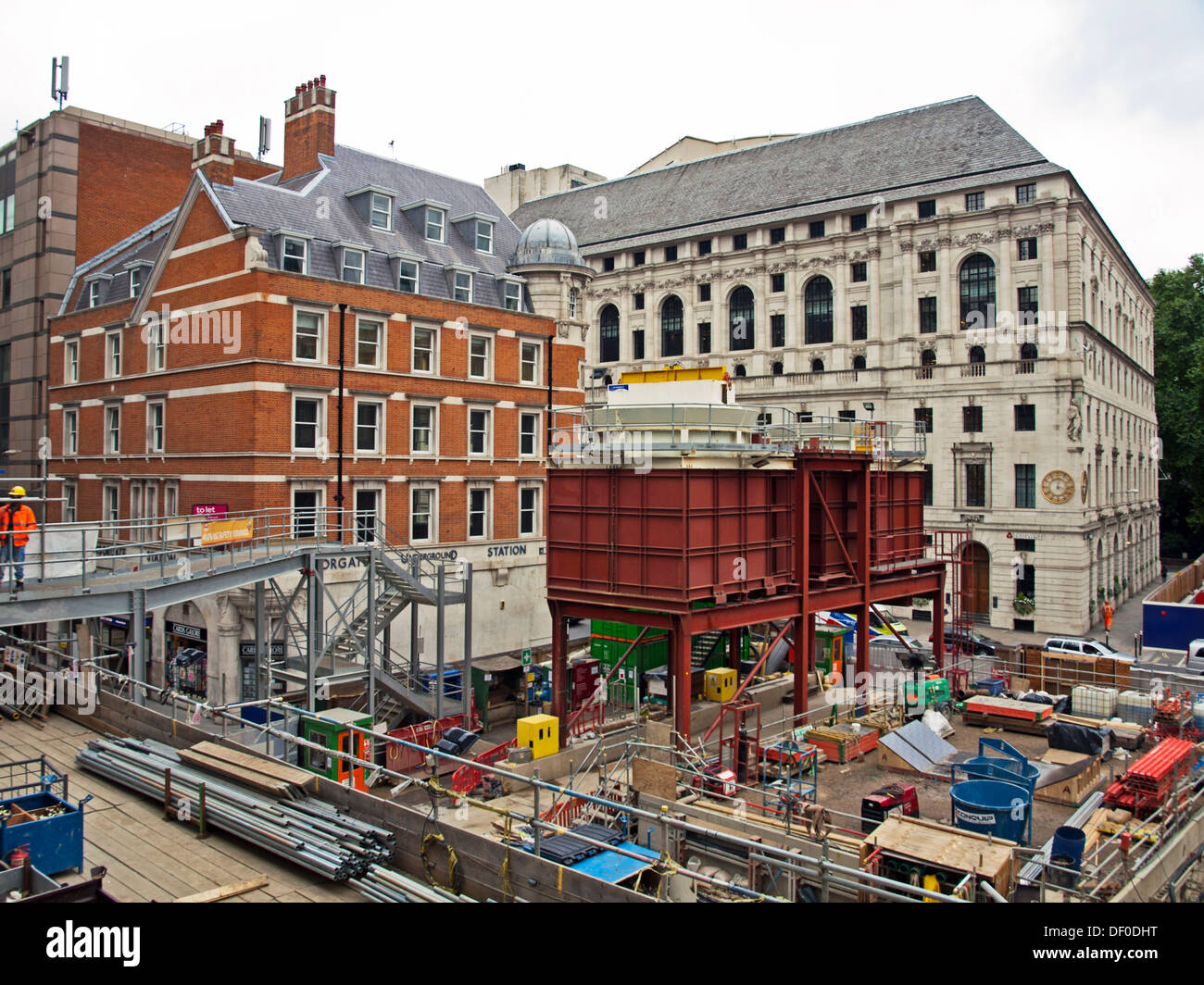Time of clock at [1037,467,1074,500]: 12:16
